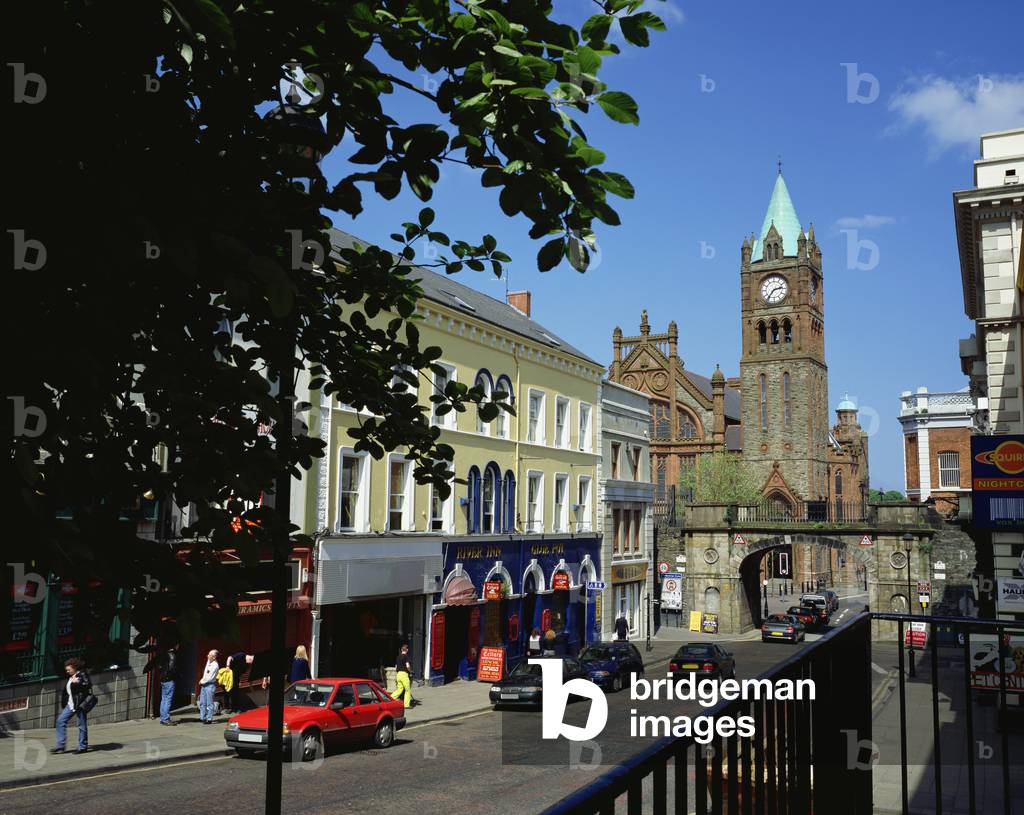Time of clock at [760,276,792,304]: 2:36
